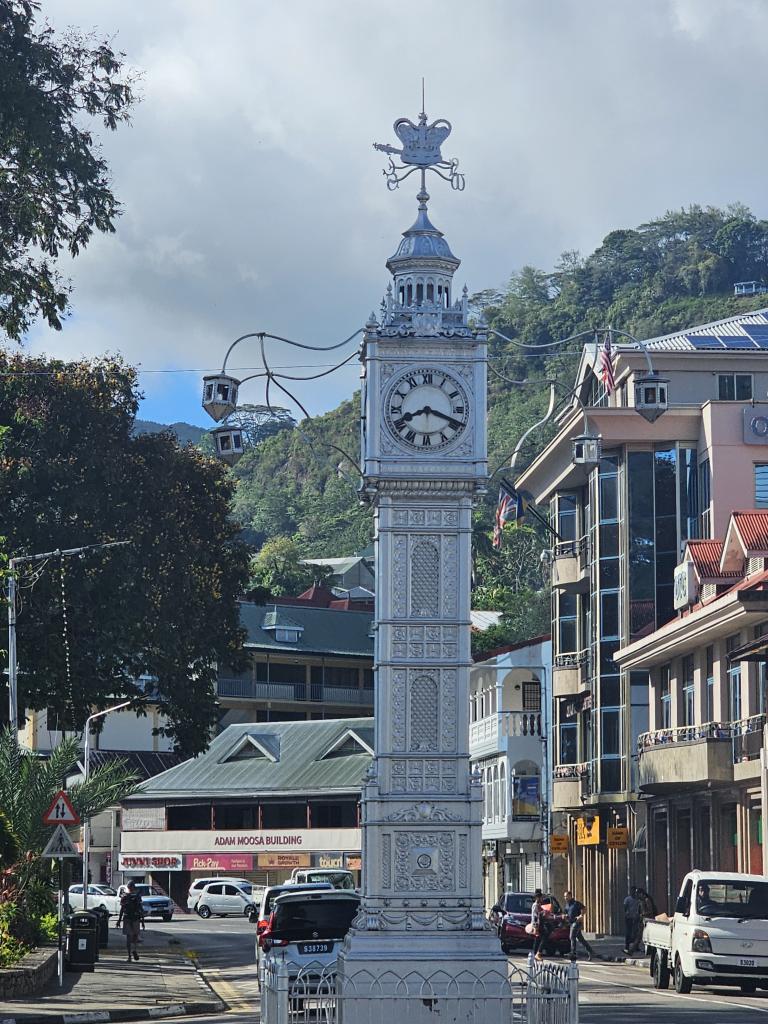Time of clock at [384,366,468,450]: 8:18
